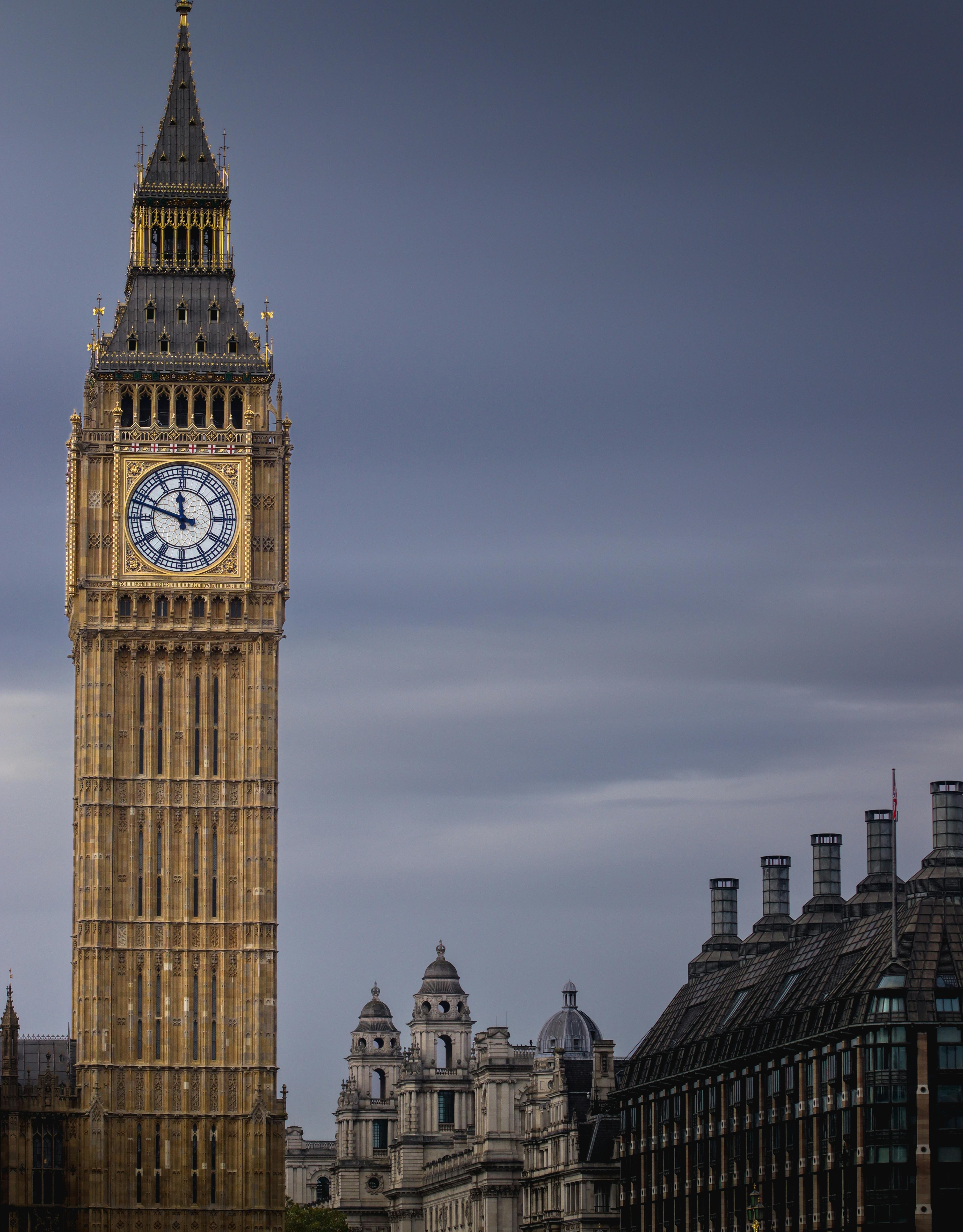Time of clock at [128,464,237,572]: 11:47
